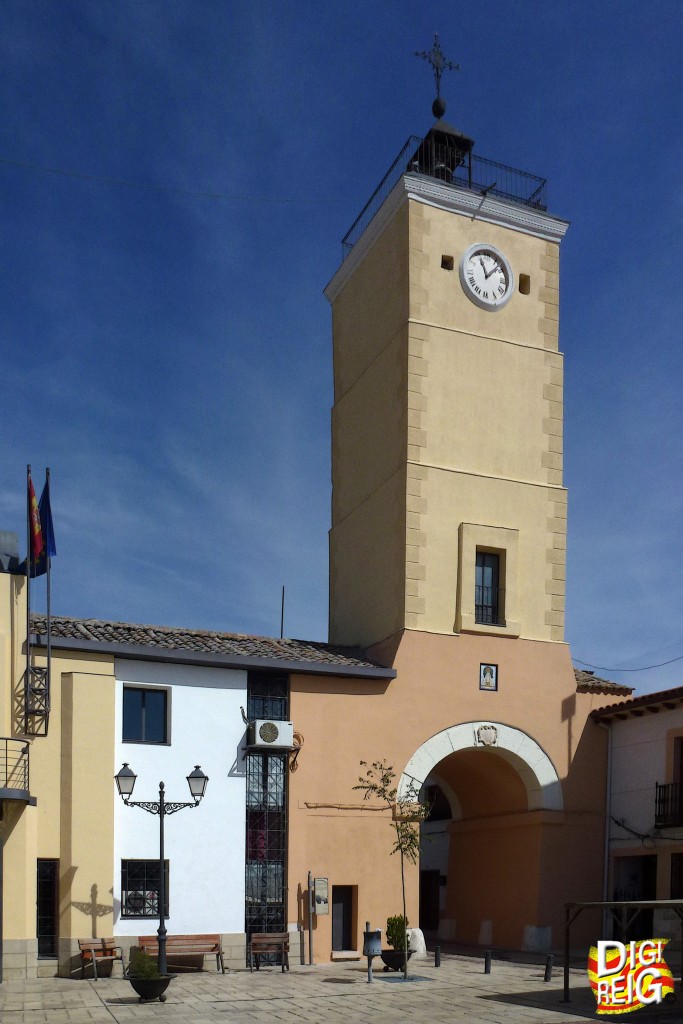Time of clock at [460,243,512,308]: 11:07
